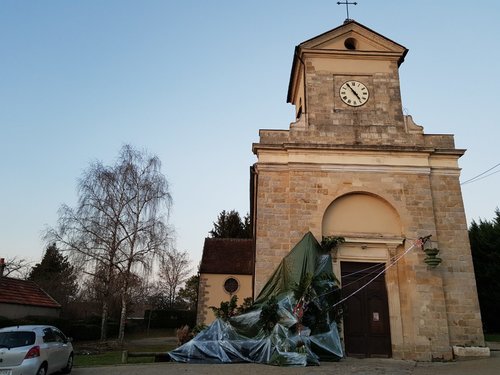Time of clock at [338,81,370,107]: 4:54
